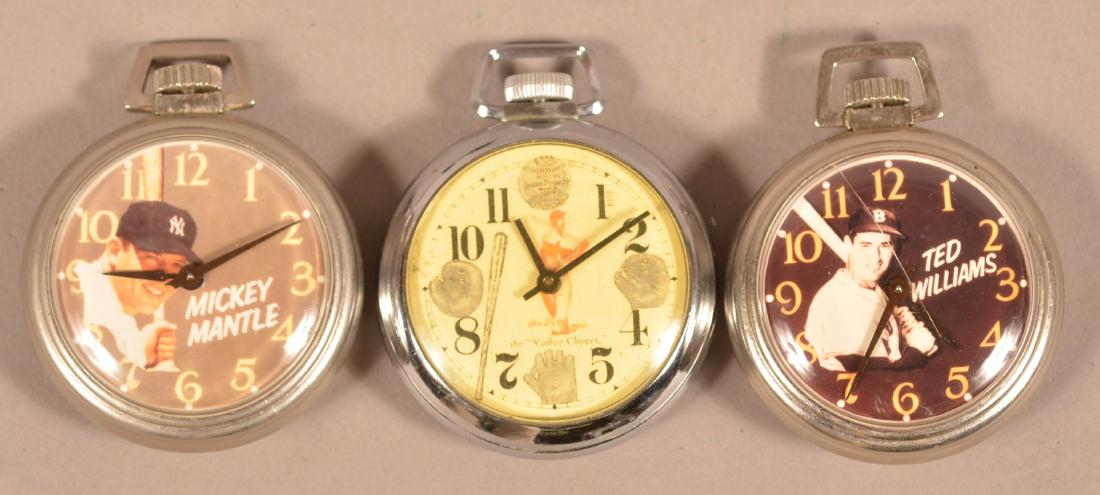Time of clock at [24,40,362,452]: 9:10
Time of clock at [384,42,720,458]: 11:09
